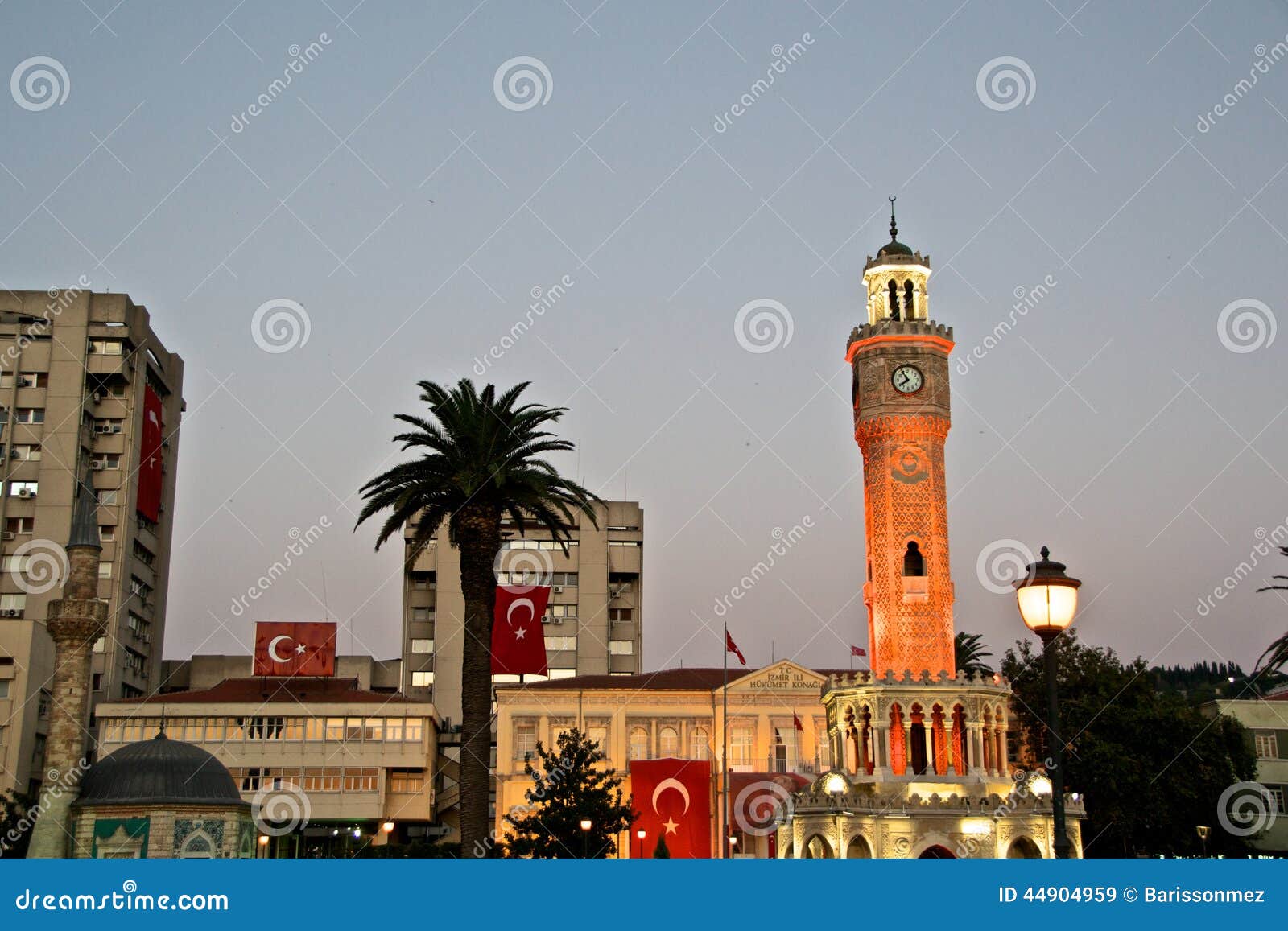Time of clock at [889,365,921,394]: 7:54
